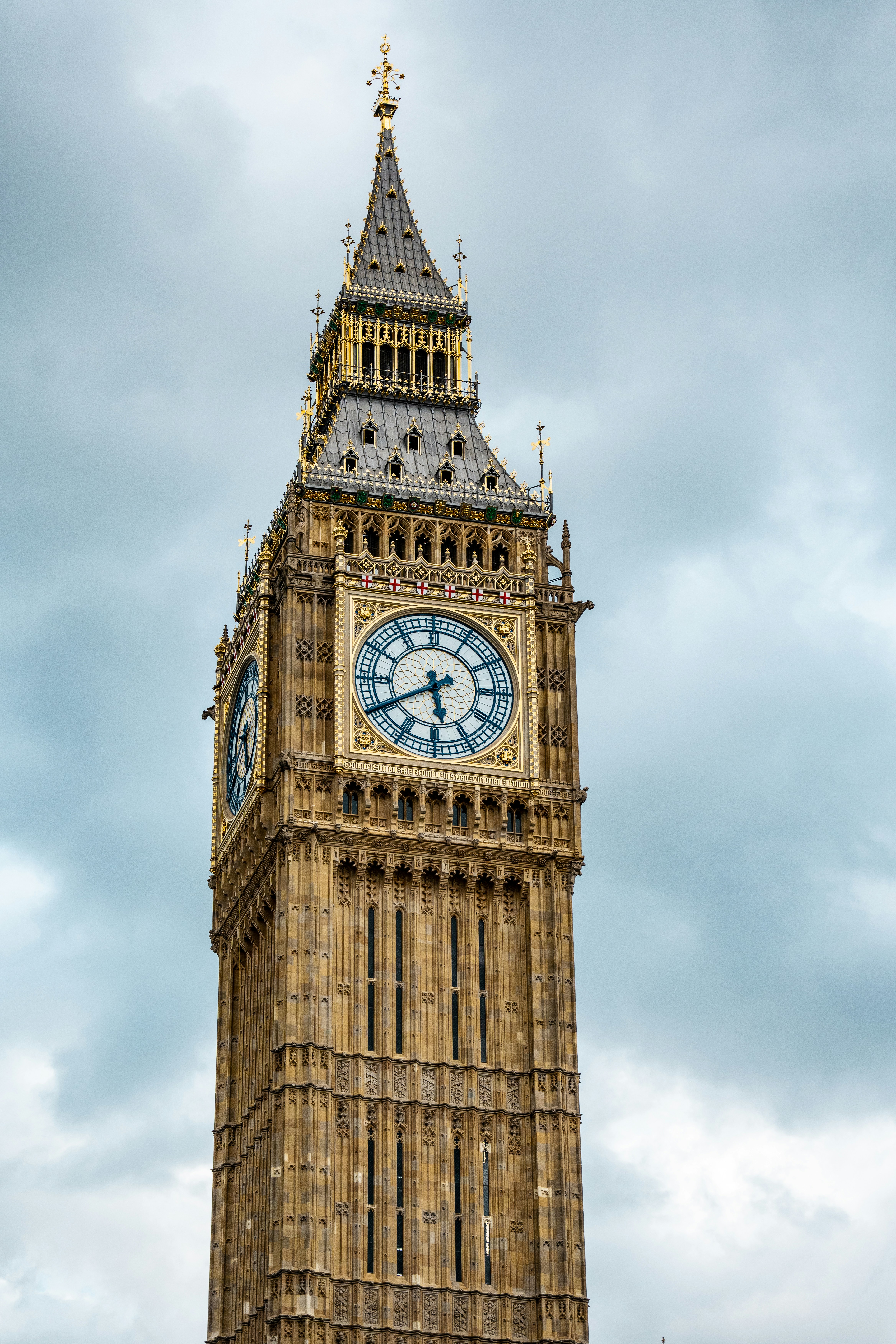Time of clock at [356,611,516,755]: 5:40
